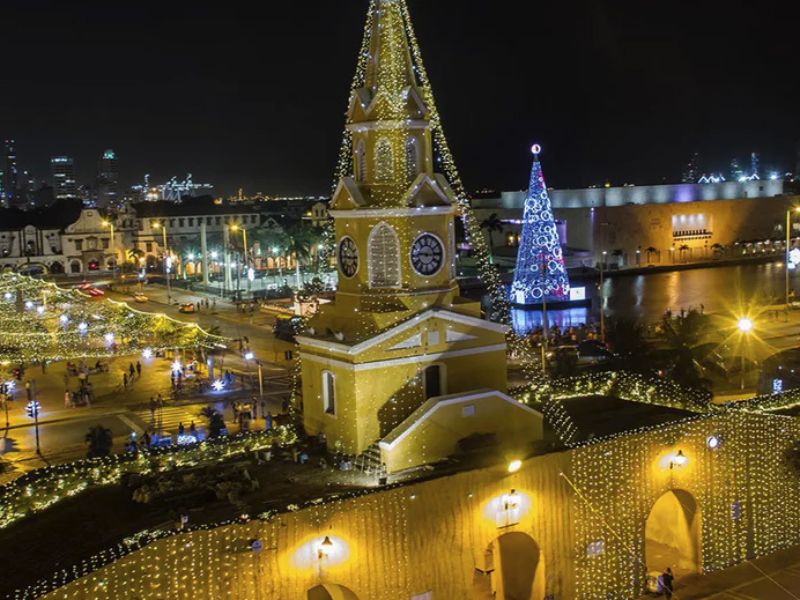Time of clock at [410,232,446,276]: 9:15
